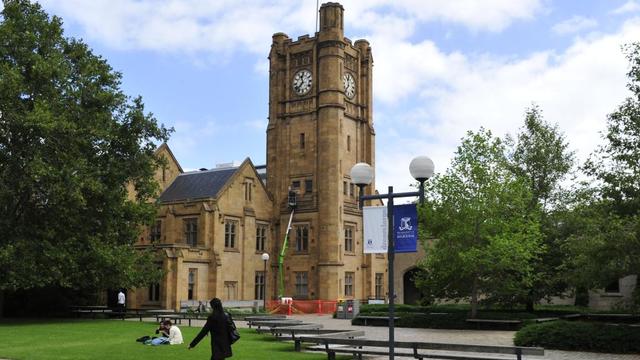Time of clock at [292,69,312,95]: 11:37
